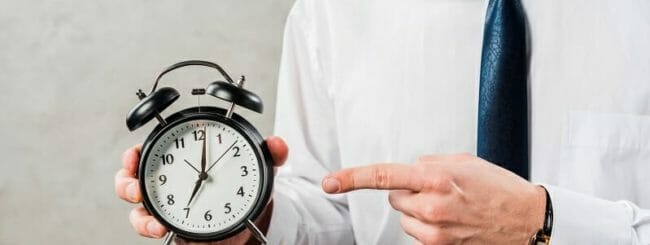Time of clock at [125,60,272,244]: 7:01
